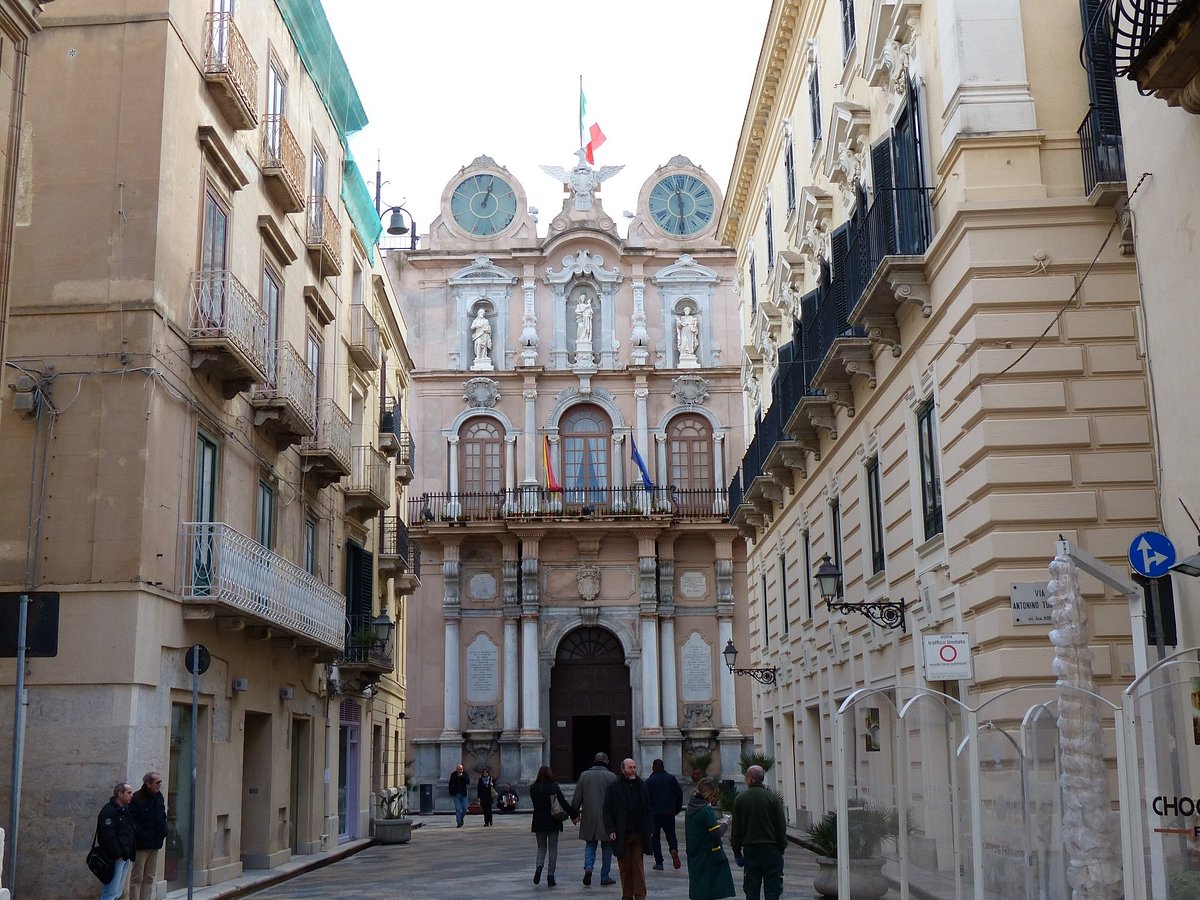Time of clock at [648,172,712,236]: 11:29
